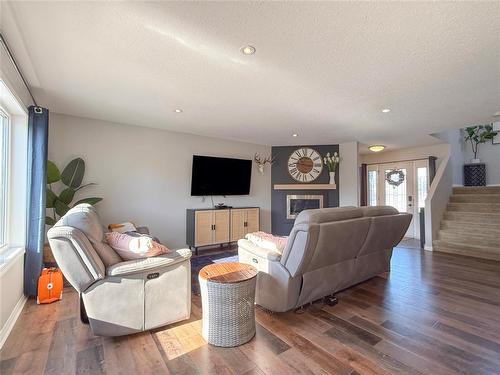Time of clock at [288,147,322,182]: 9:16
